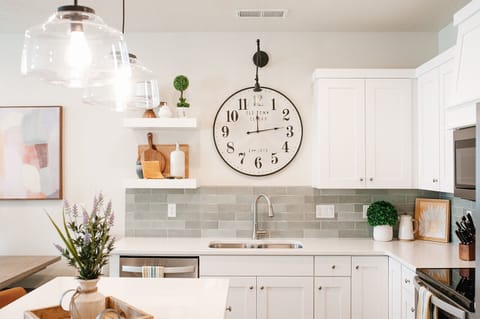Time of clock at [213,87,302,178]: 12:13
